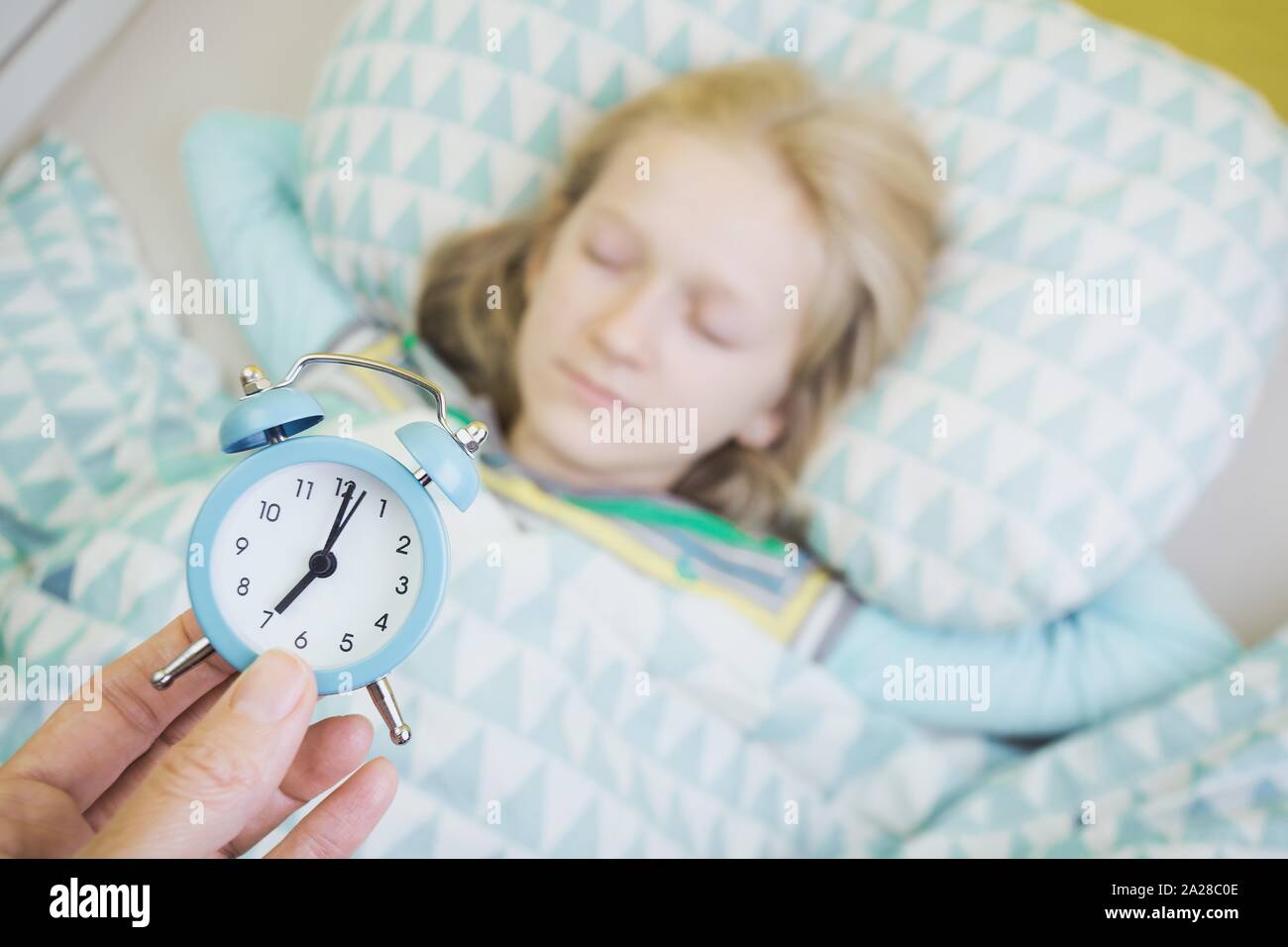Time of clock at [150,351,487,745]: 7:01
